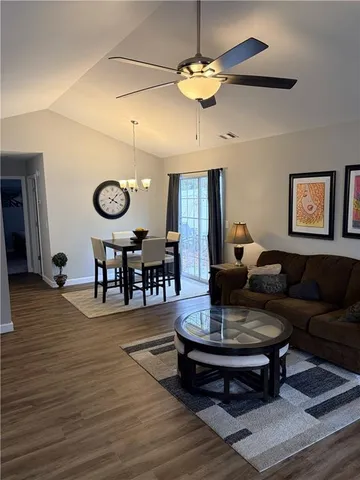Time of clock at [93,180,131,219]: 4:07
